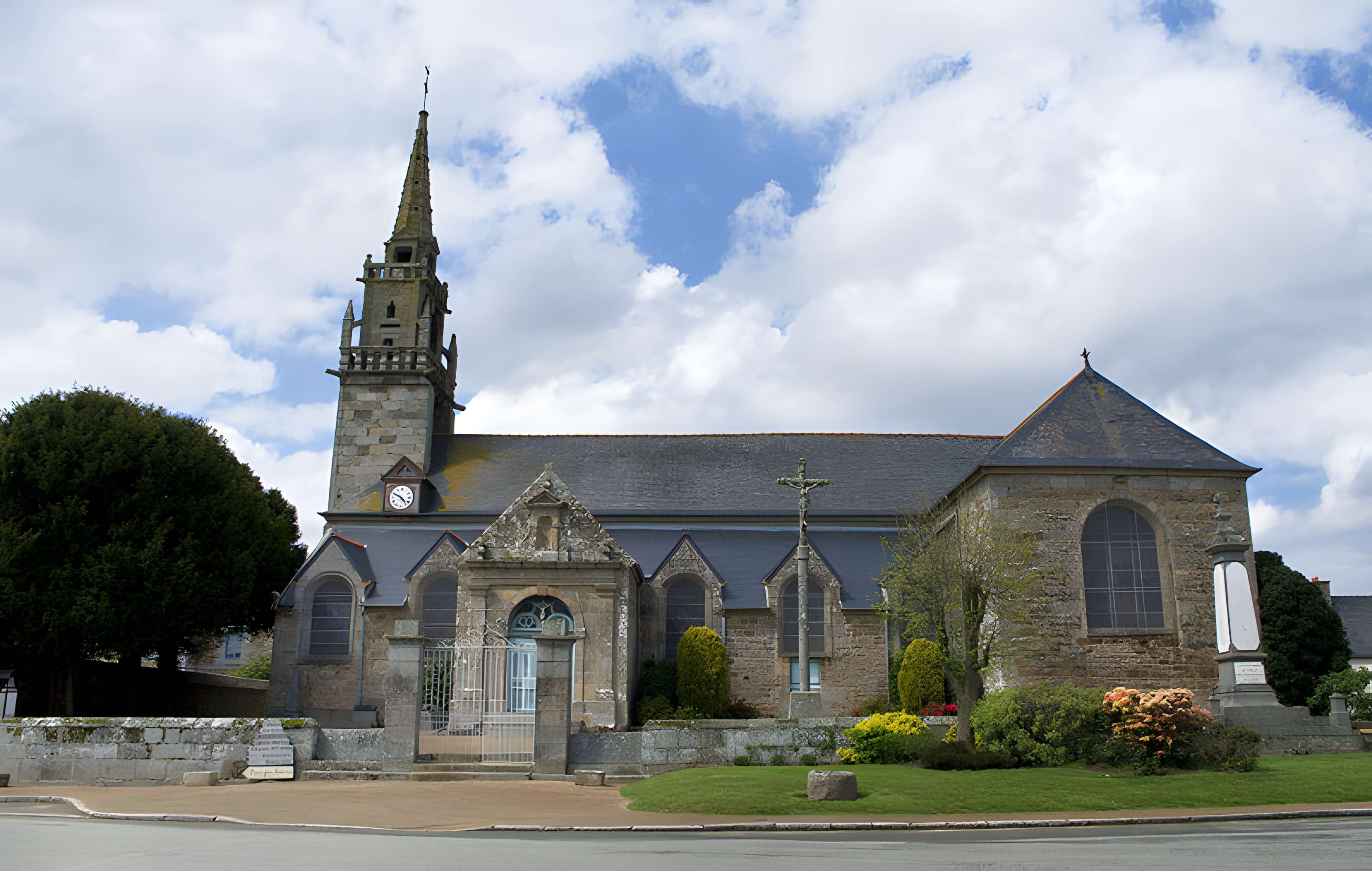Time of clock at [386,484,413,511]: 4:49
